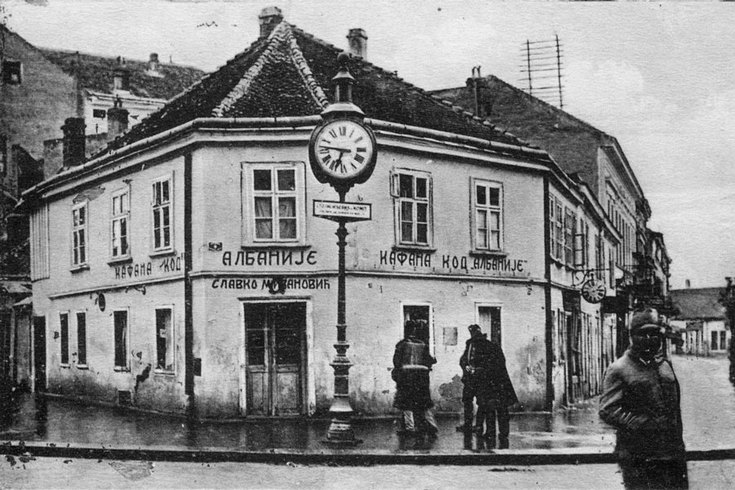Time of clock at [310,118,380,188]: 6:46
